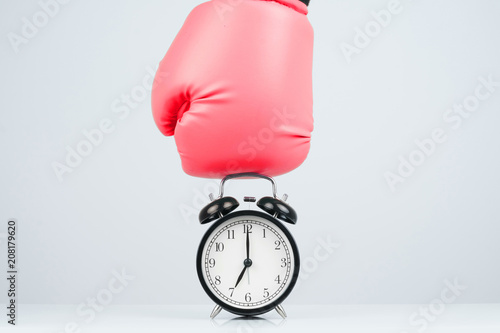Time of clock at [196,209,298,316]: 7:00
